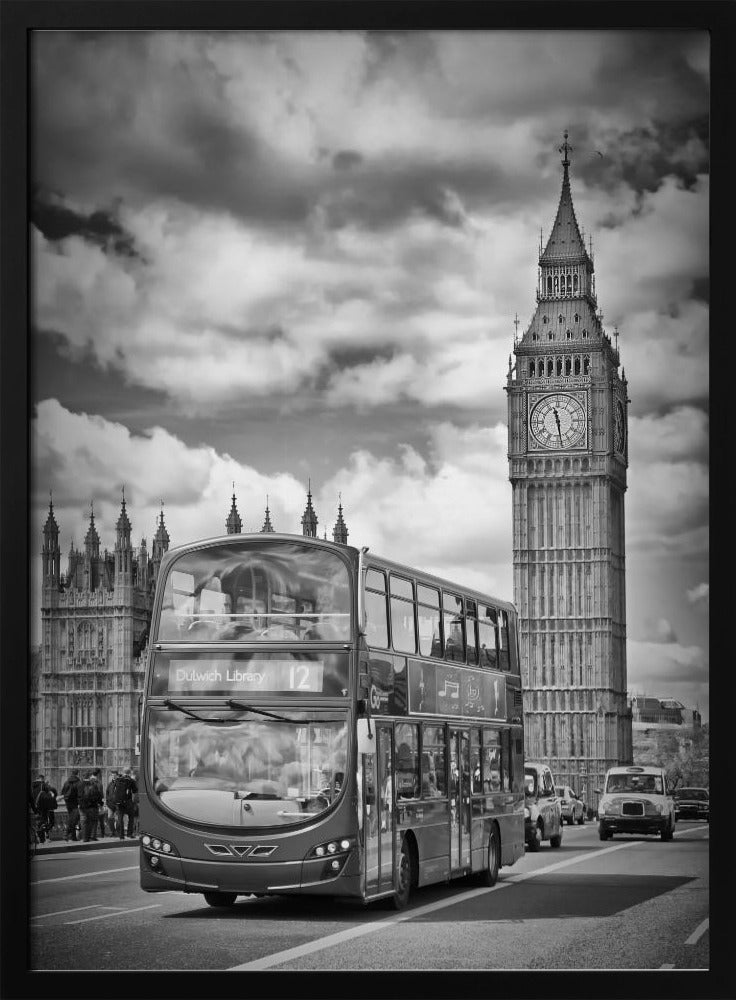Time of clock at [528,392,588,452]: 11:28
